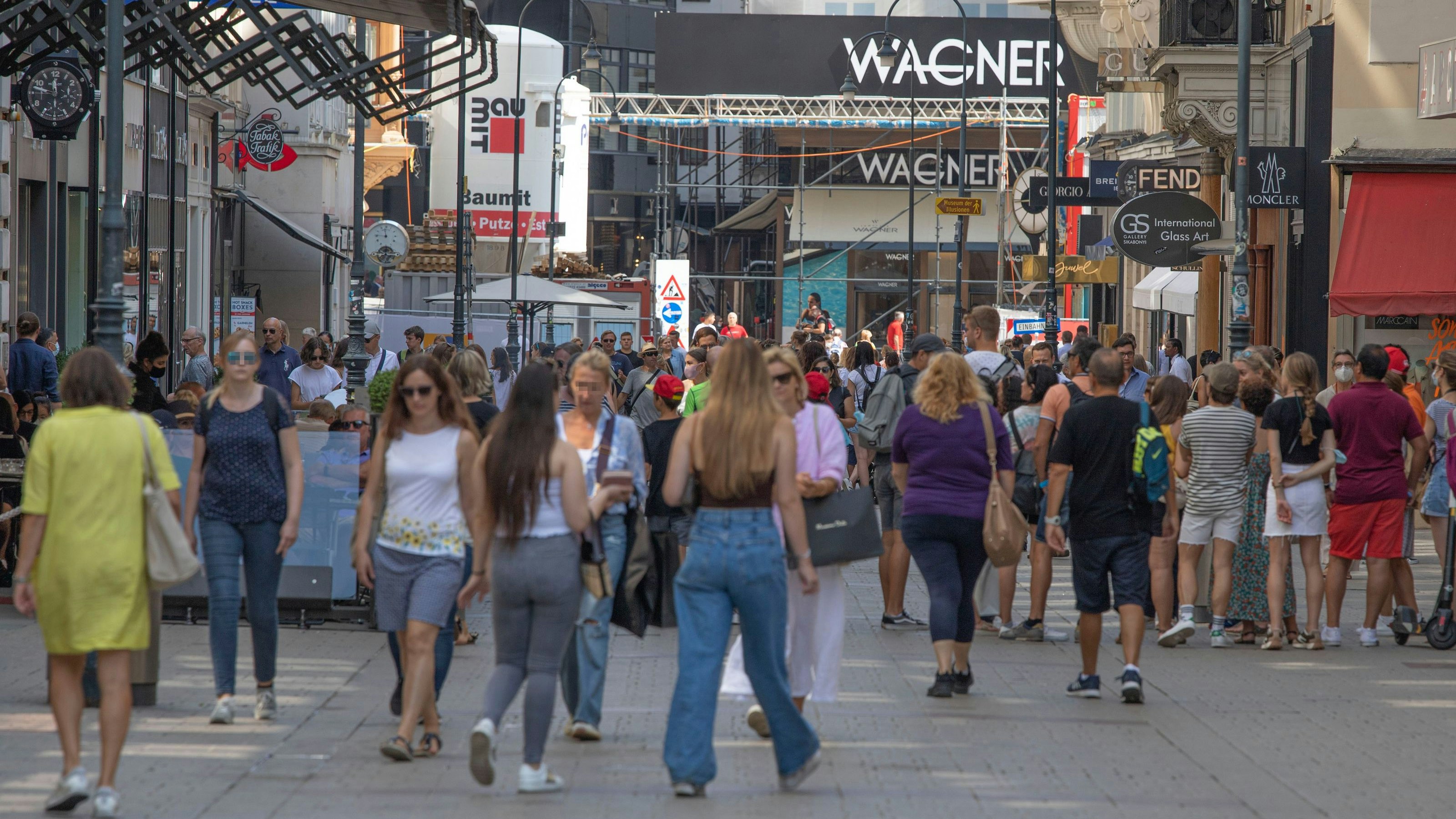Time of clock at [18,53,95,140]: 11:47
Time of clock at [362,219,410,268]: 11:46
